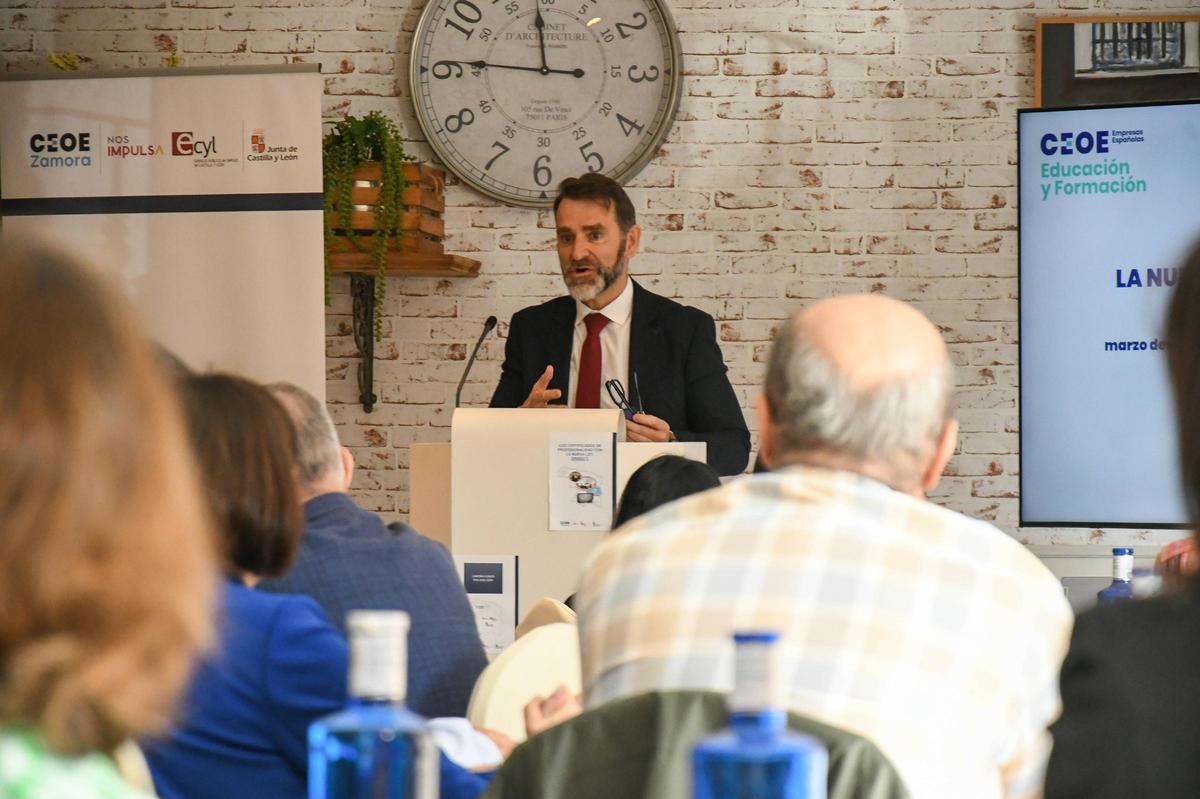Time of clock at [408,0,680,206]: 11:45
